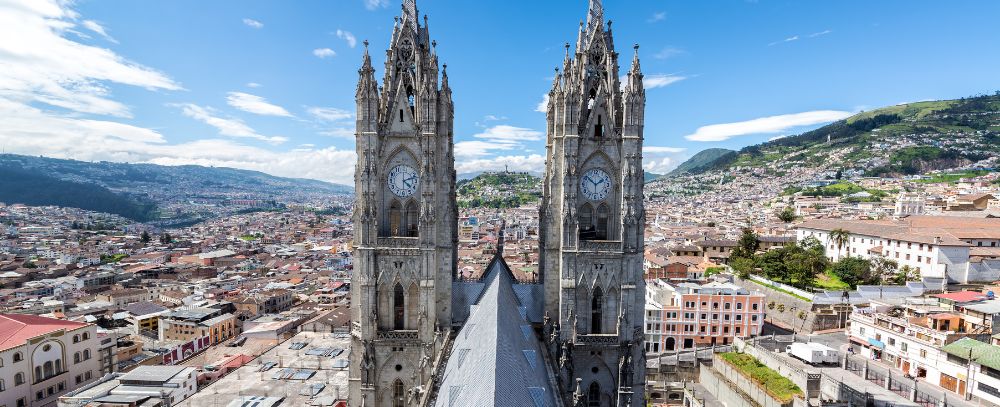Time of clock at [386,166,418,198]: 4:12
